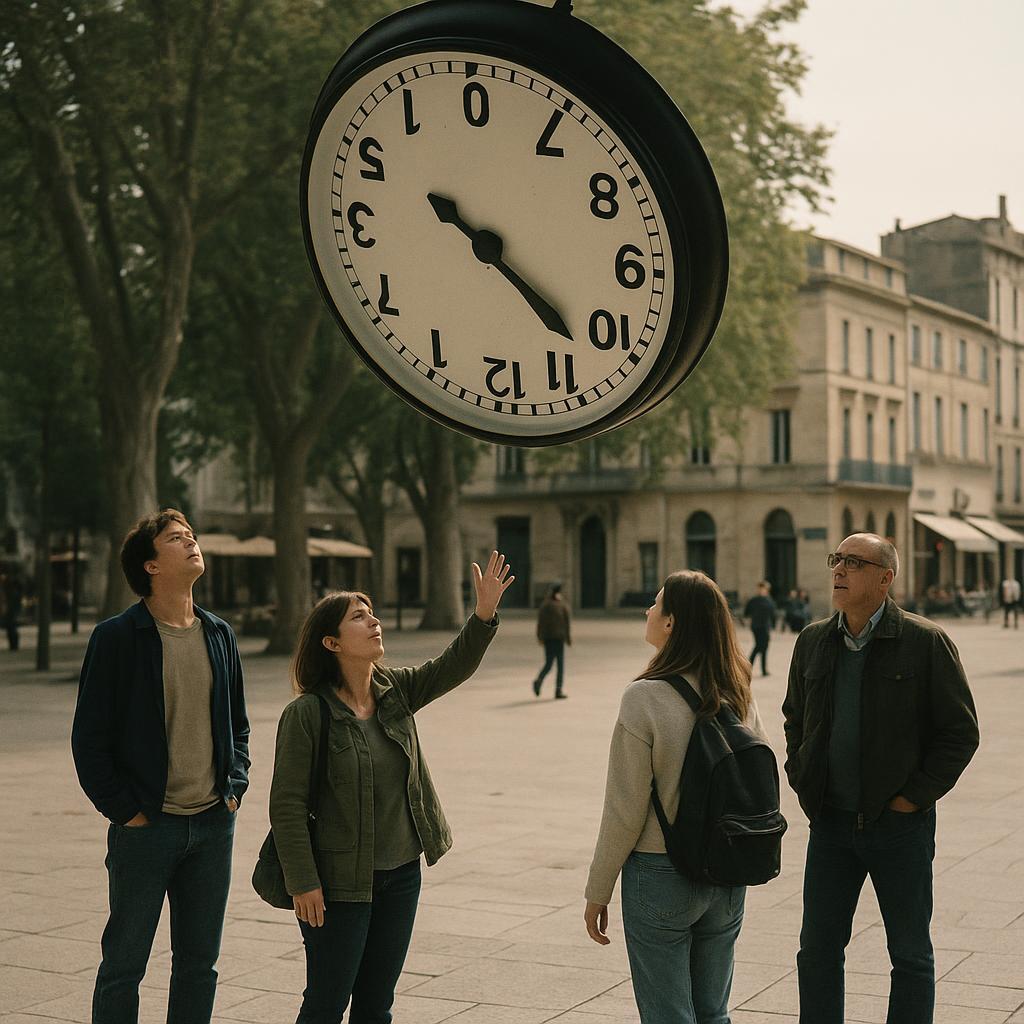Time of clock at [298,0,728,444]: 10:22
